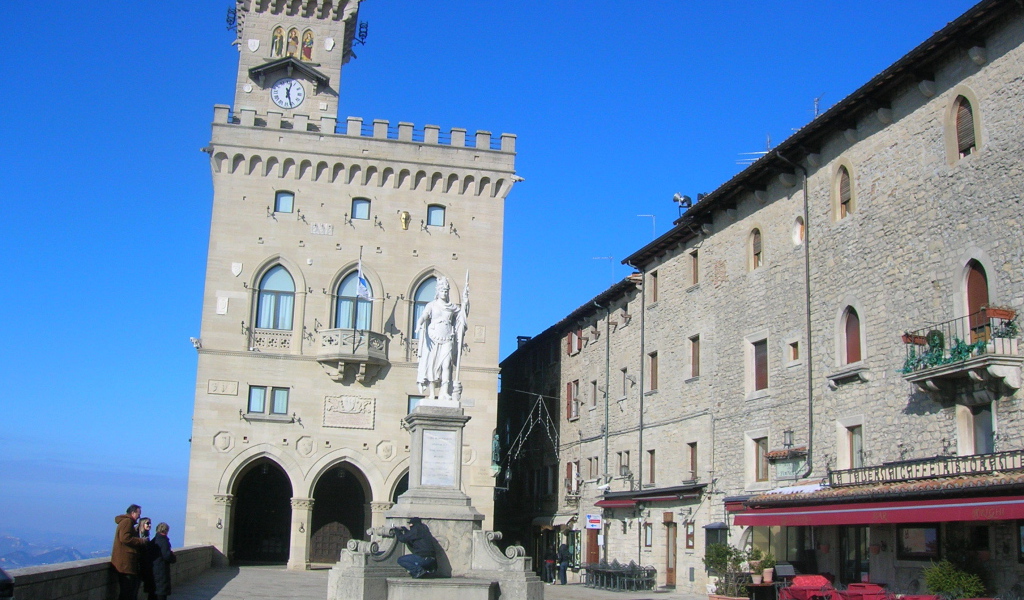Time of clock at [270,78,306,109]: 12:27
